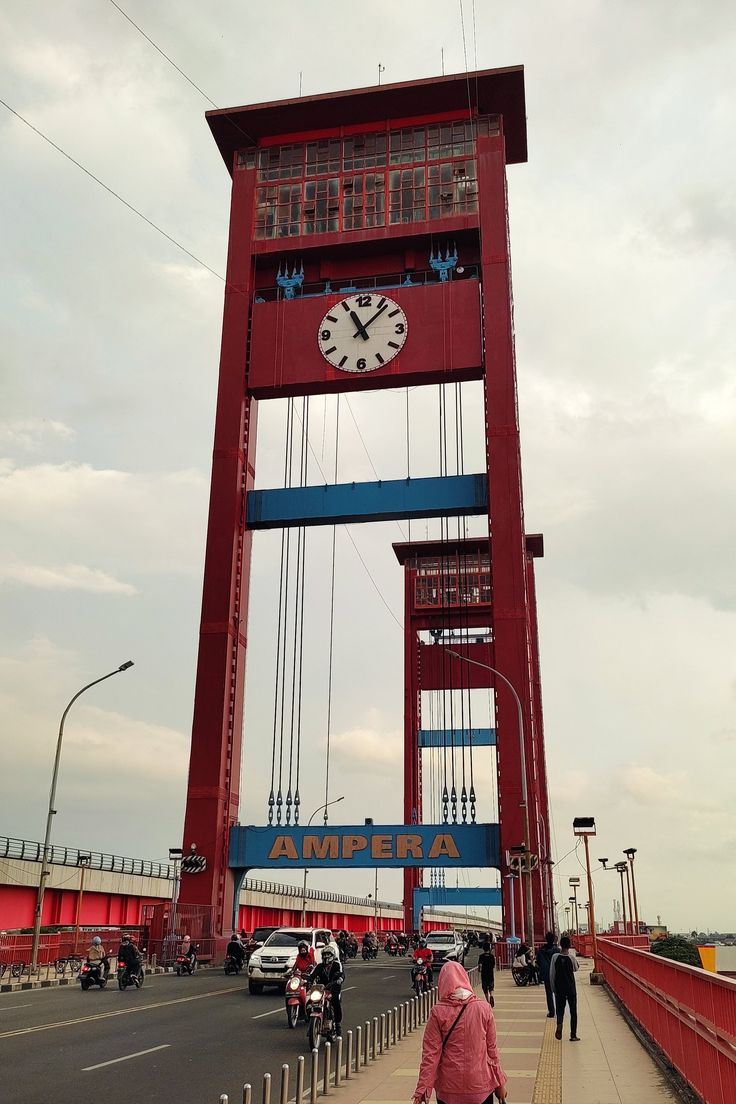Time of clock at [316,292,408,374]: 11:07
